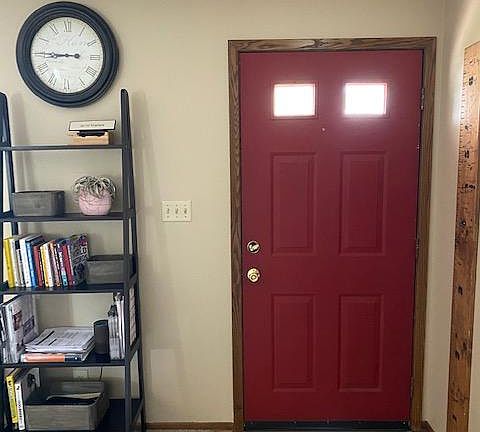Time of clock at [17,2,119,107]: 8:45
